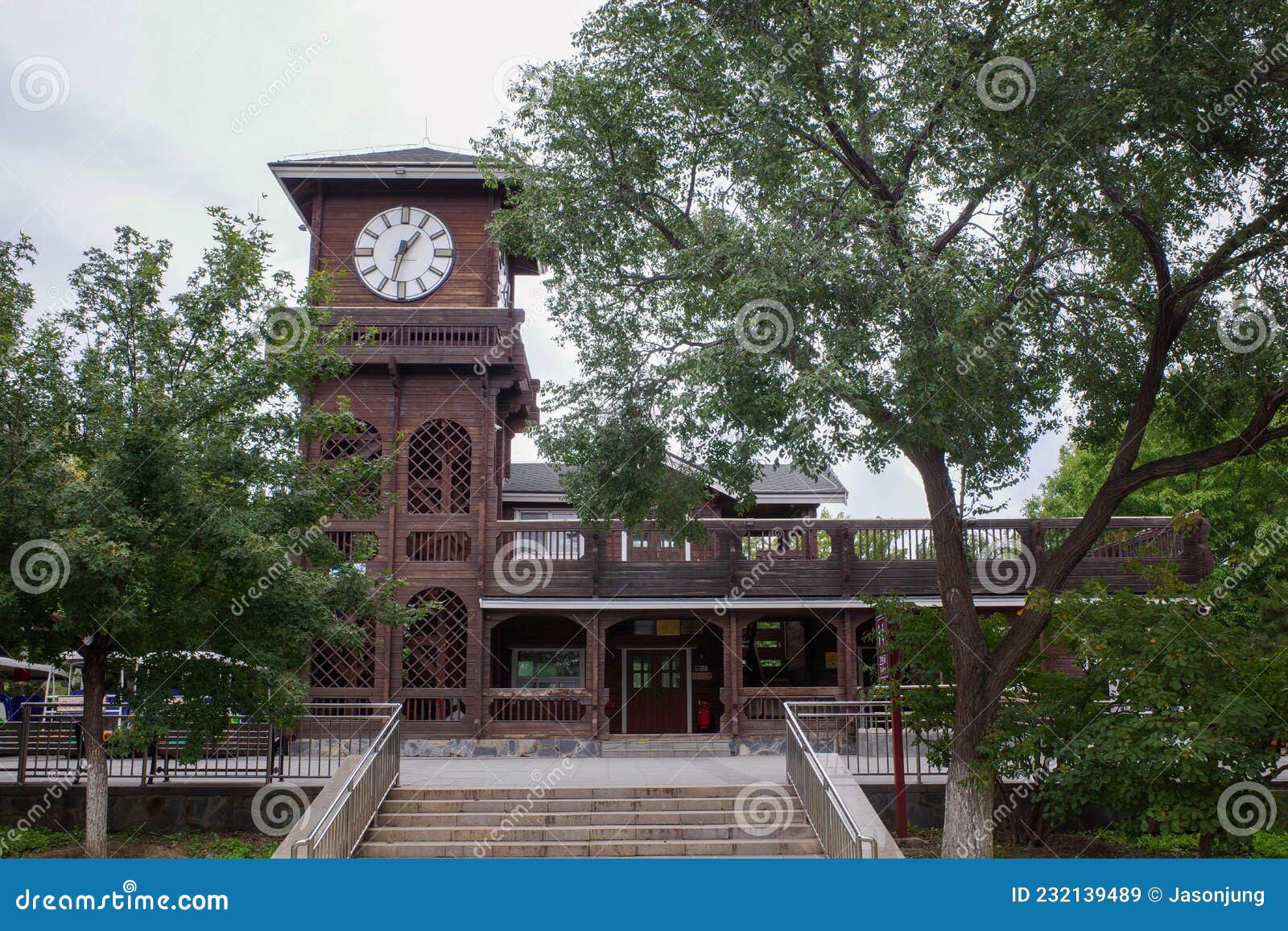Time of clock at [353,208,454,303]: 1:32
